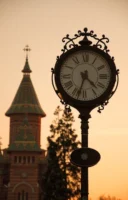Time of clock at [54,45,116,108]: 4:33
